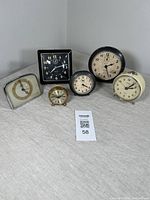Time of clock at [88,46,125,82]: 2:26
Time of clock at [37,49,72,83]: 2:38
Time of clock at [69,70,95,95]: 4:20
